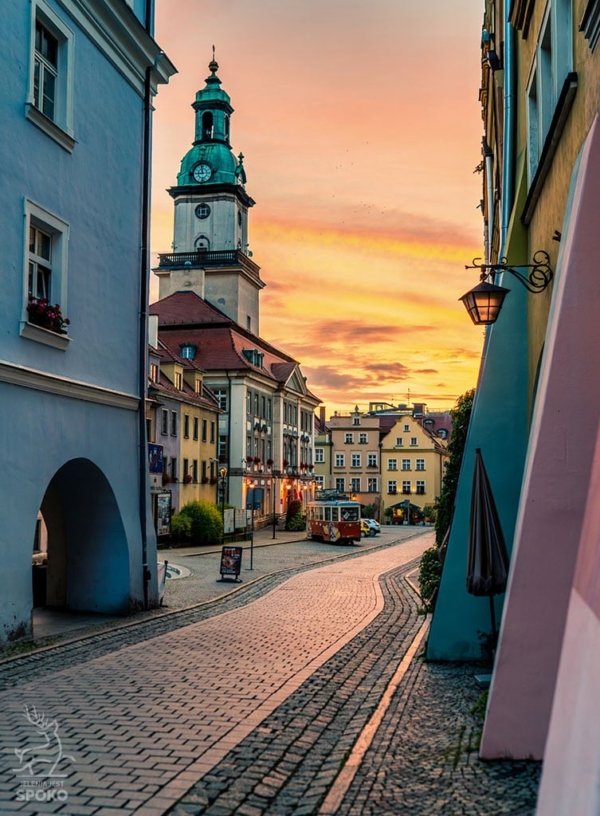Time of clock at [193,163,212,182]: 8:58
